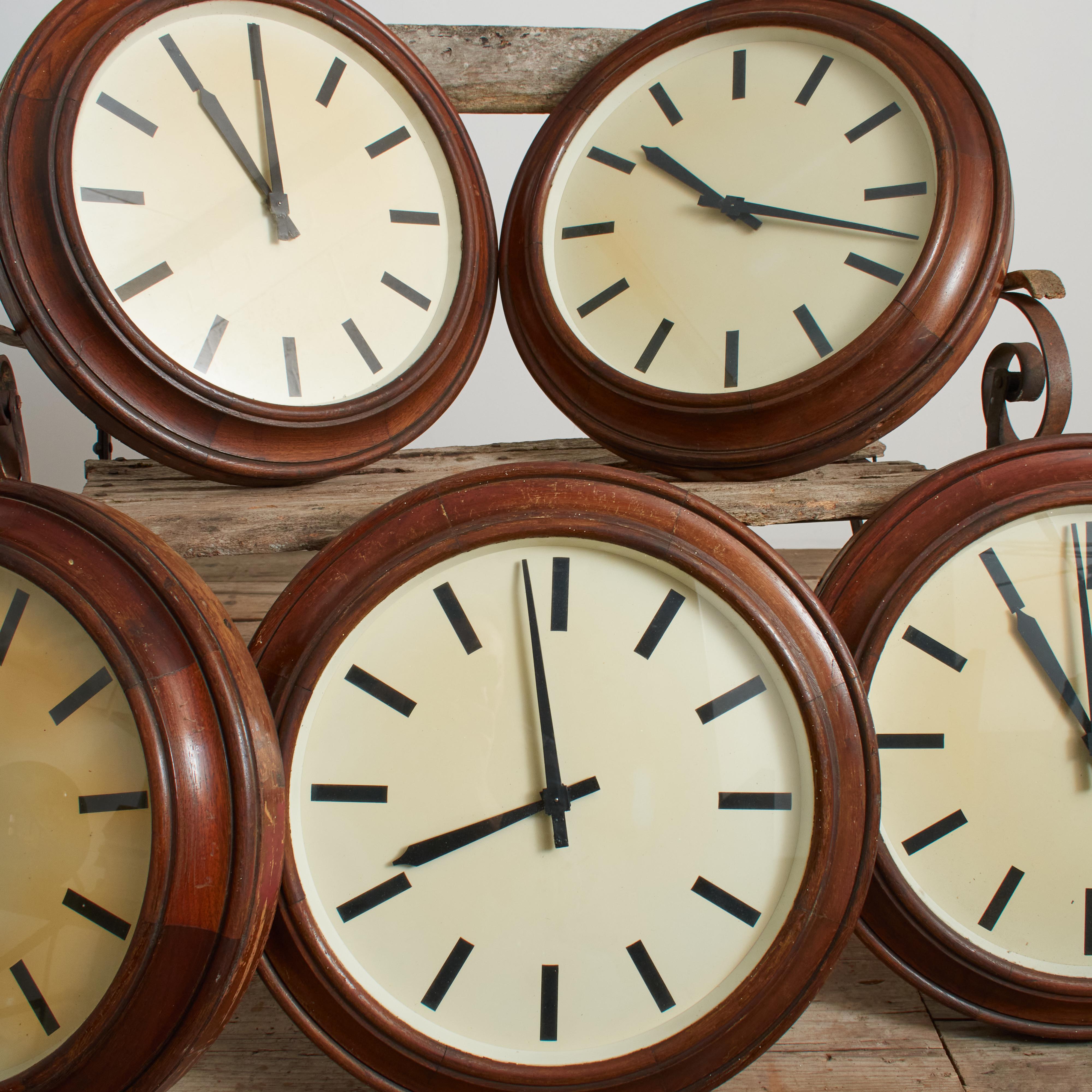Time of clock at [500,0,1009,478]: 10:17
